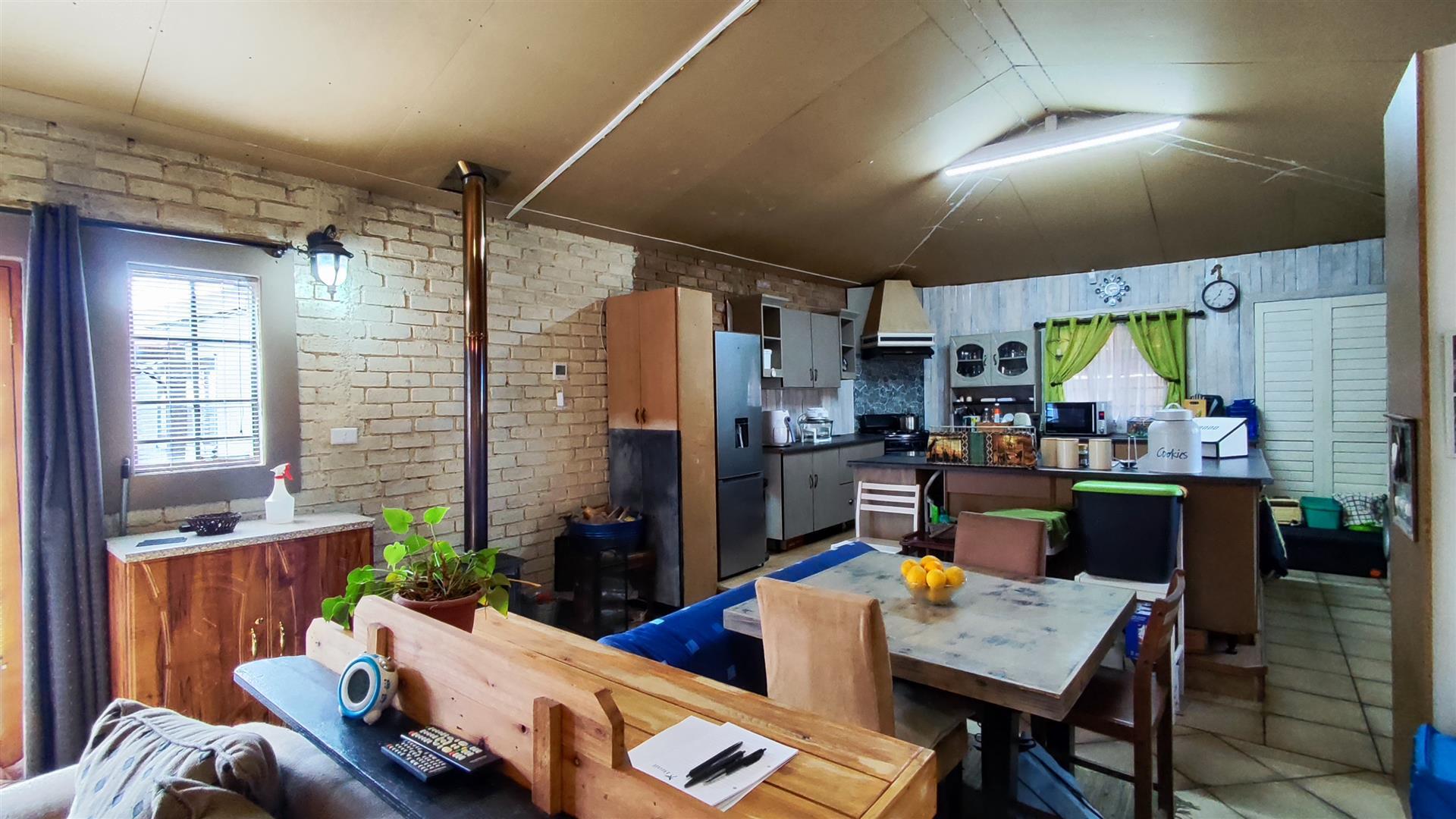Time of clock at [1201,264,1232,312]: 12:36
